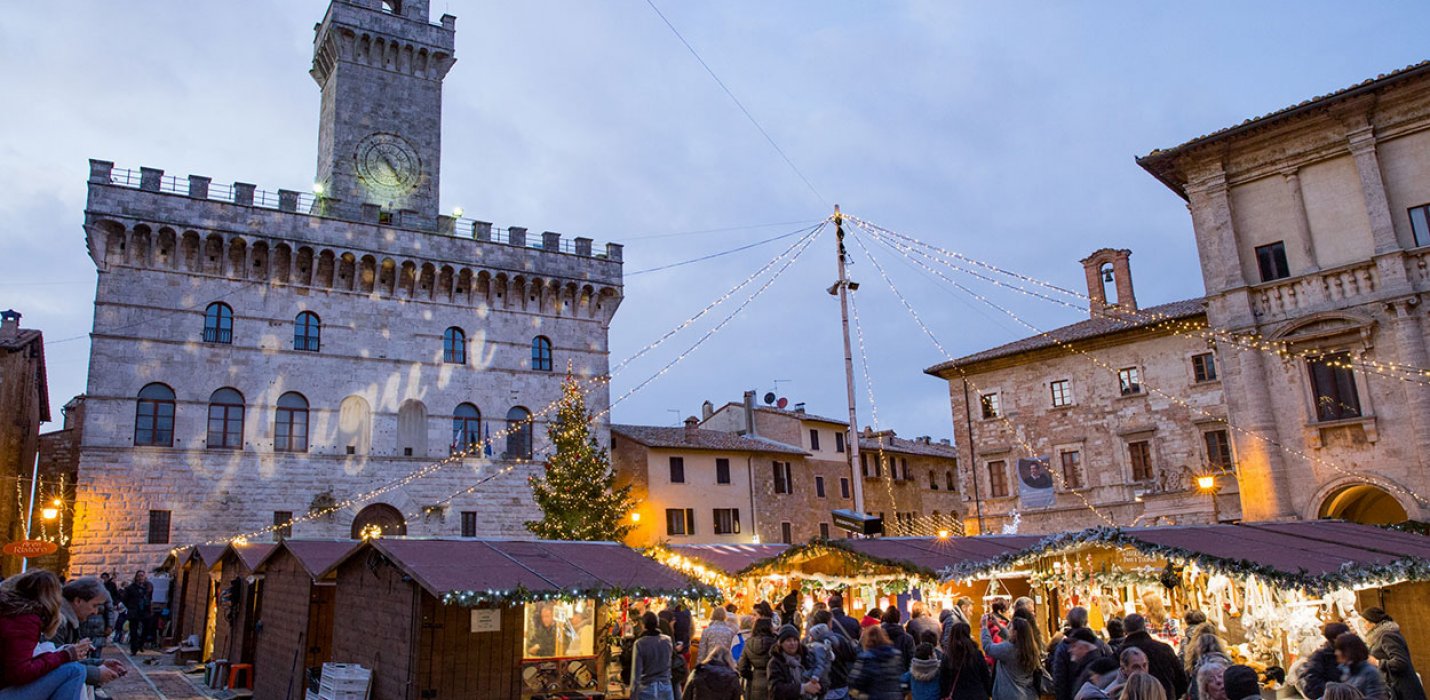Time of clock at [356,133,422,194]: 4:52
